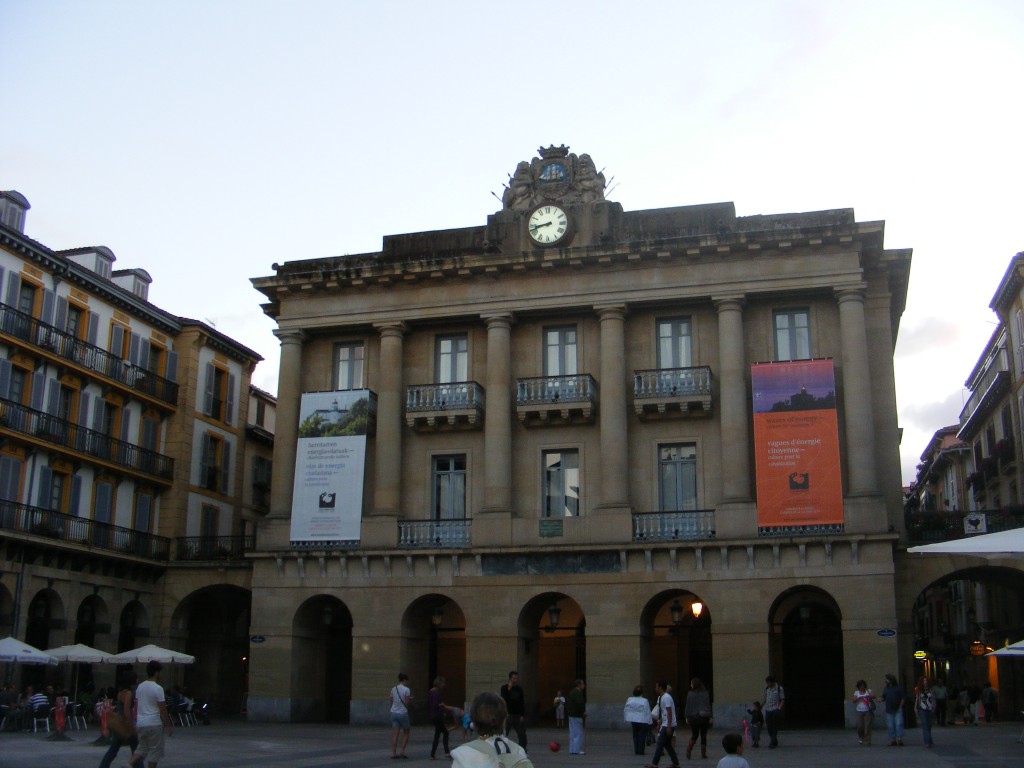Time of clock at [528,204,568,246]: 8:42
